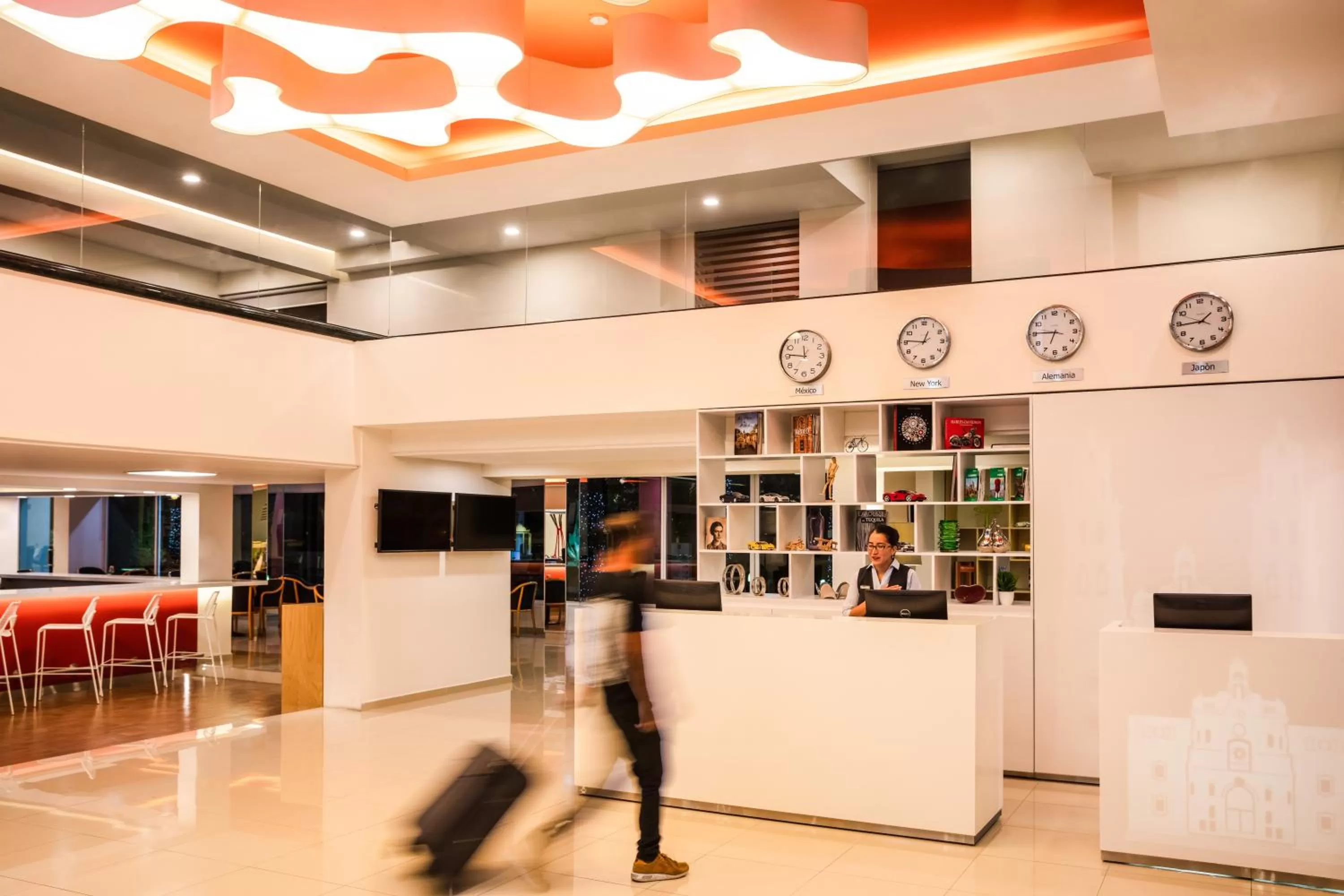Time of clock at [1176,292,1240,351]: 1:44
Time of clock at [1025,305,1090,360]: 6:45
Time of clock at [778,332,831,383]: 11:46
